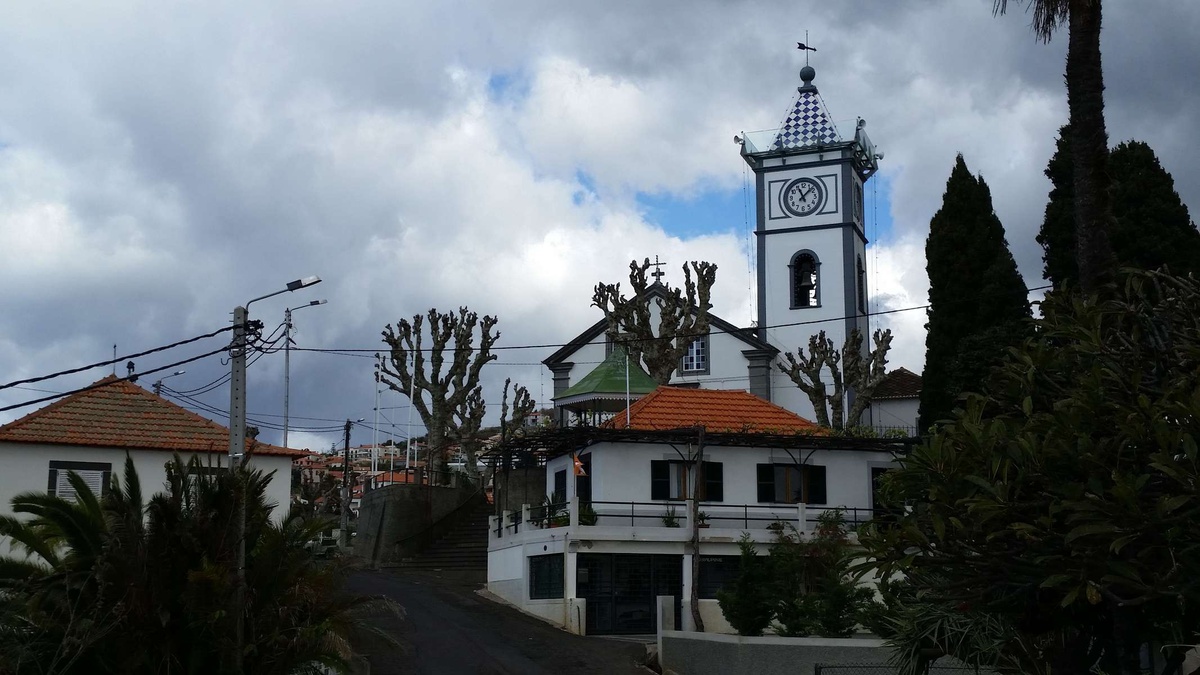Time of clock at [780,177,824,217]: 11:07
